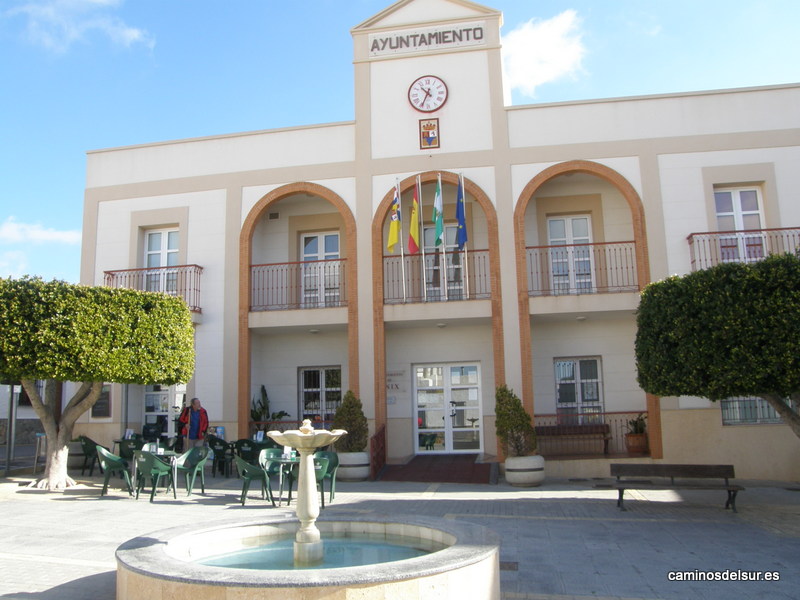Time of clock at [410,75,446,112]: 10:34
